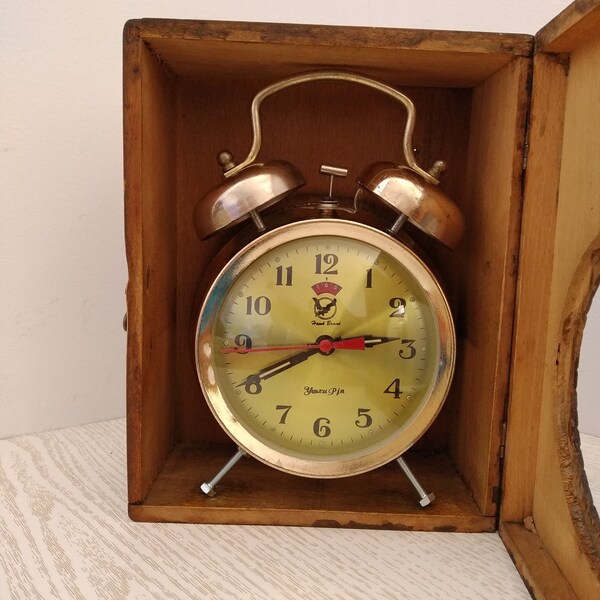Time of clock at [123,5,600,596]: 2:40
